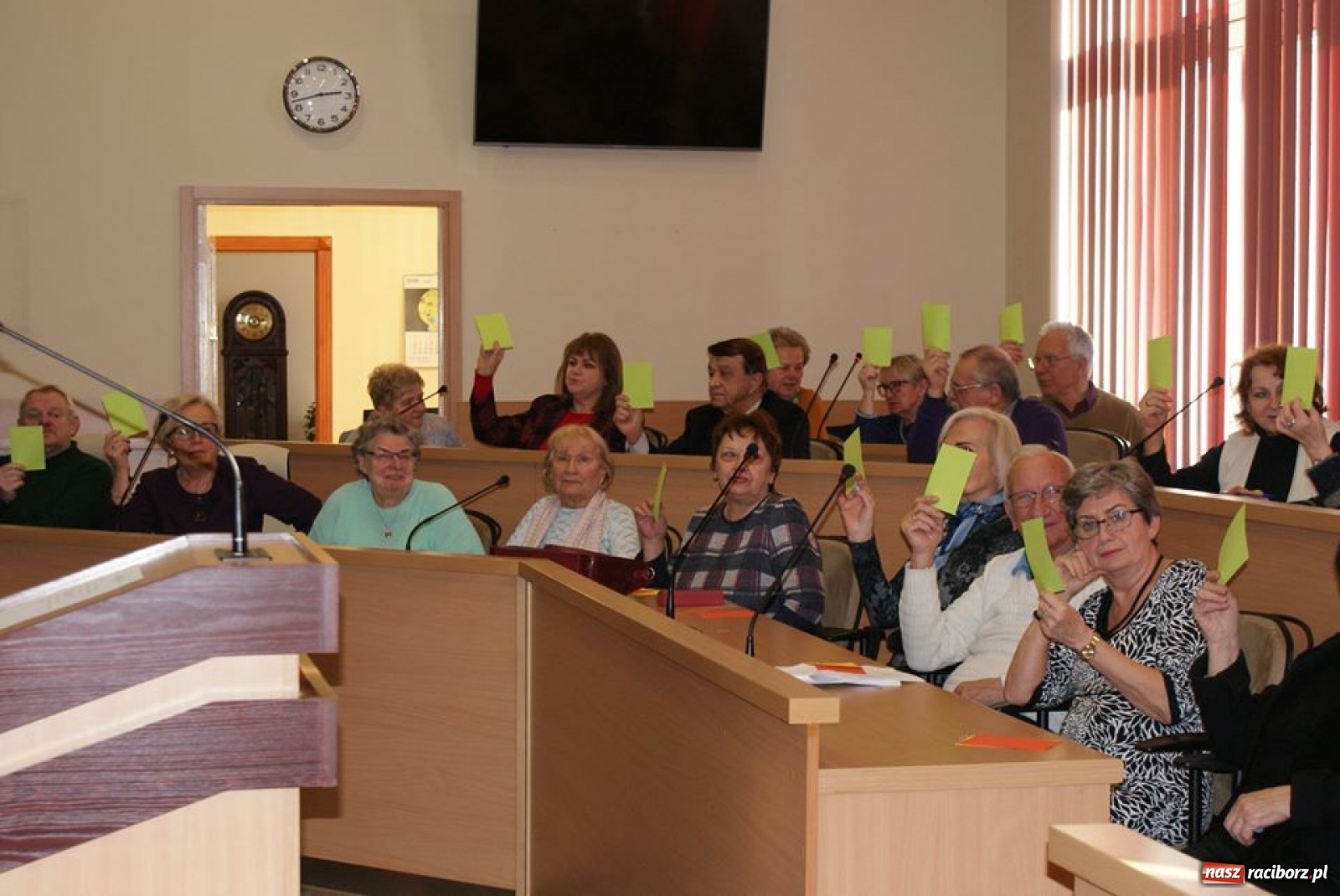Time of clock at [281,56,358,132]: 2:42
